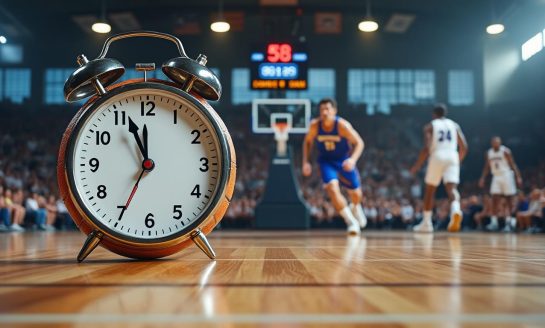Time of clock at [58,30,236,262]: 11:56
